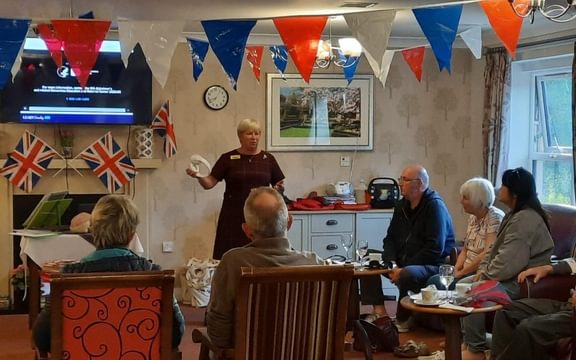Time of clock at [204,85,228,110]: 8:06
